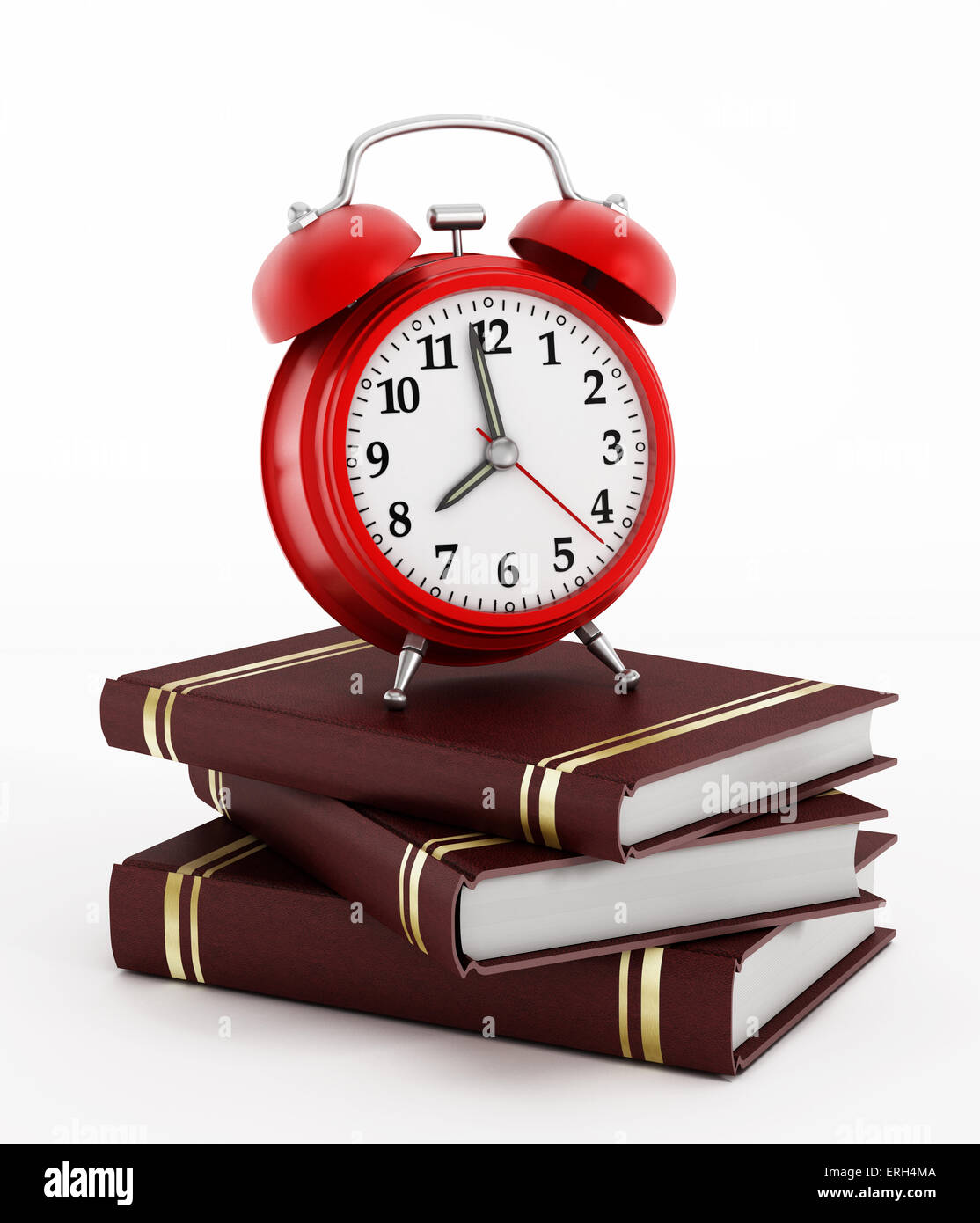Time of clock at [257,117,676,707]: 7:58
